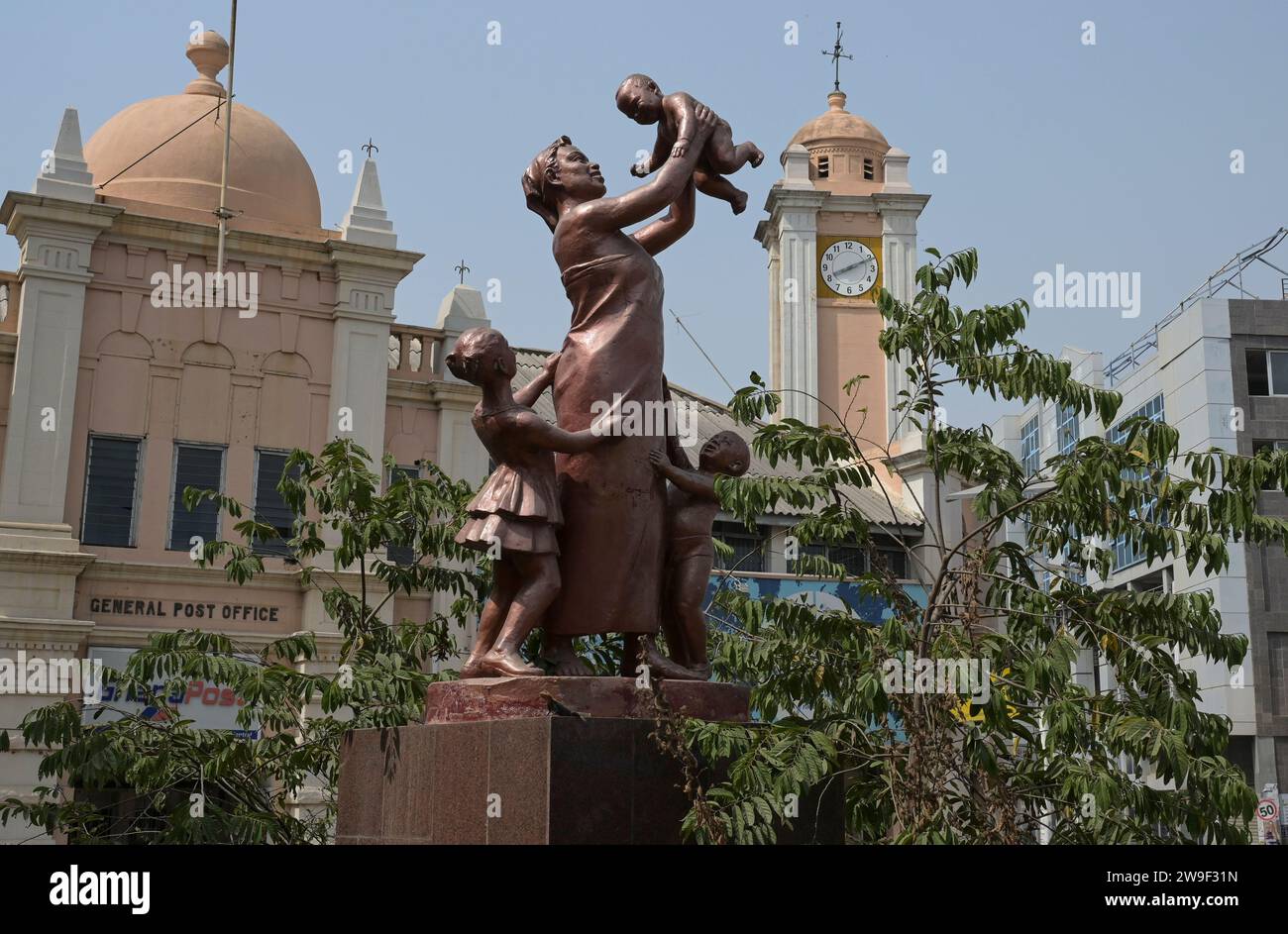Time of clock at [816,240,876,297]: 8:11
